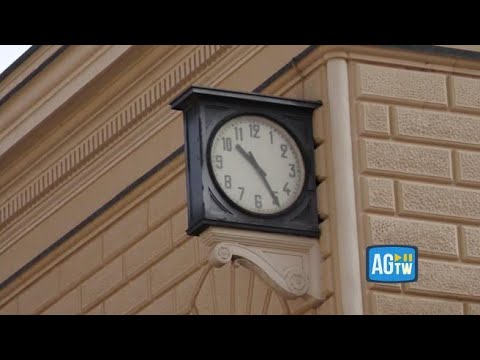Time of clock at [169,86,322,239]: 10:24
